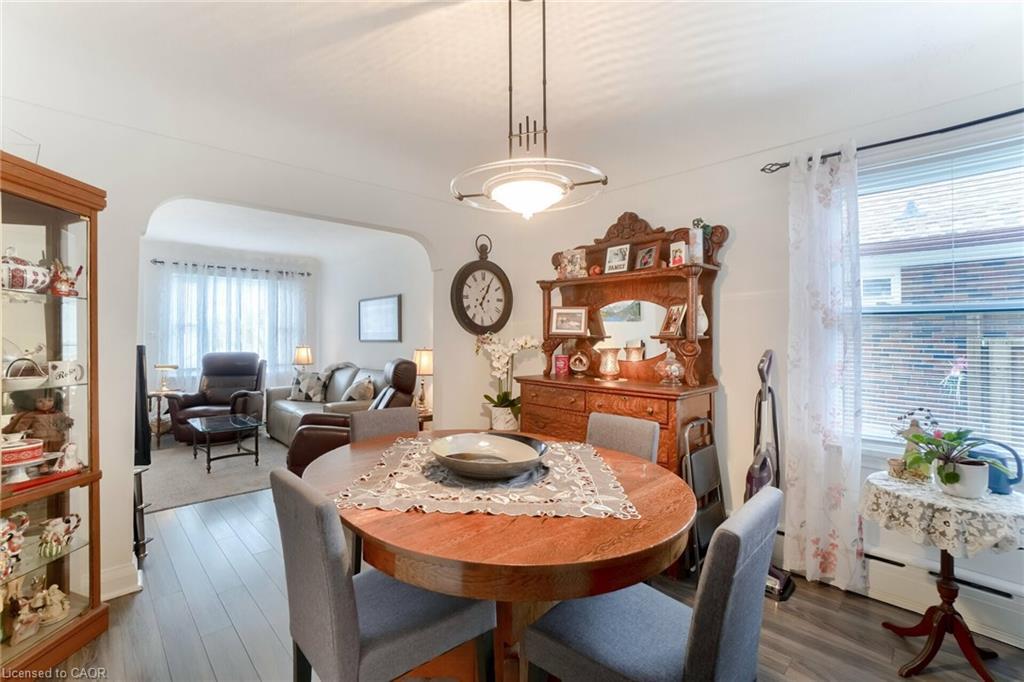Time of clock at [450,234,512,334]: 1:04
